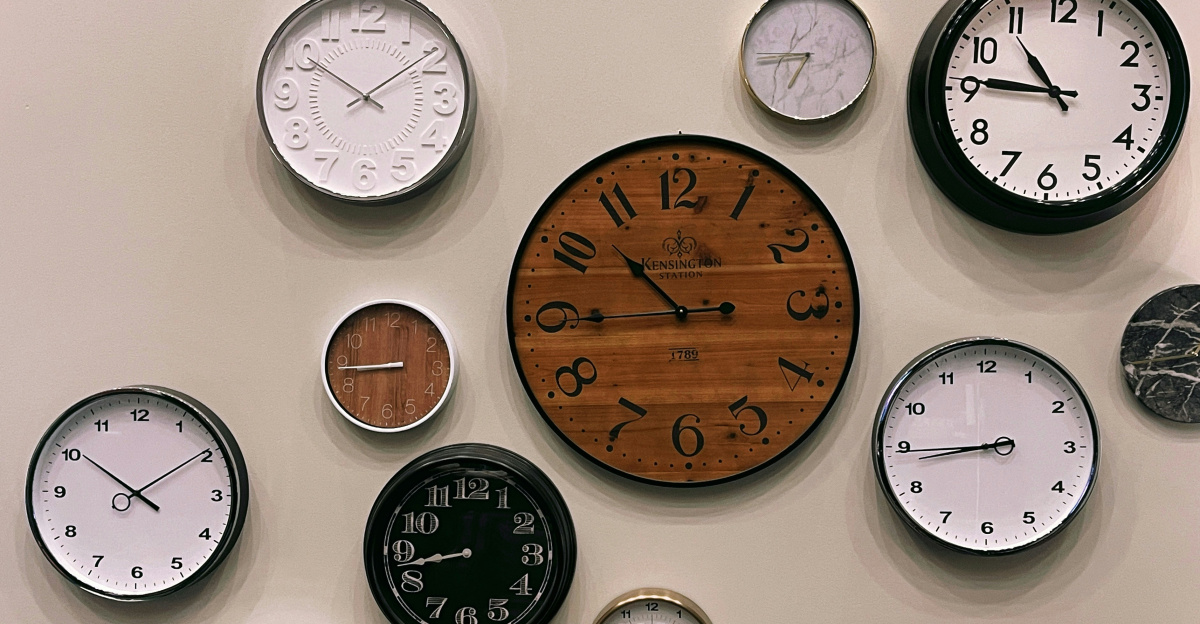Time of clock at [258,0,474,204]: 1:50
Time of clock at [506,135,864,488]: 10:44
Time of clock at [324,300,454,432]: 8:44
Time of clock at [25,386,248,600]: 10:09
